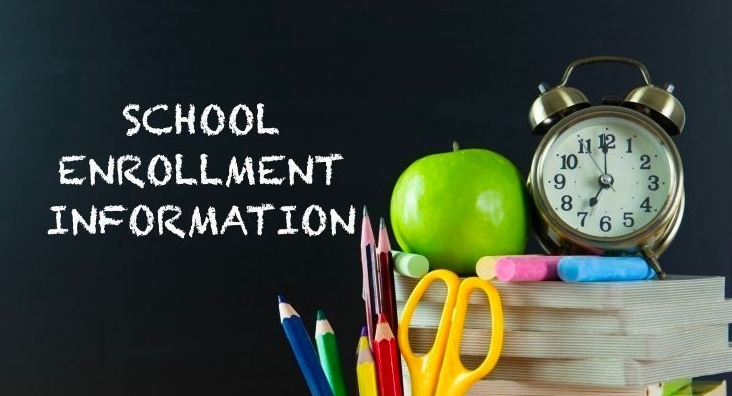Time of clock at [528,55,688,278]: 7:00
